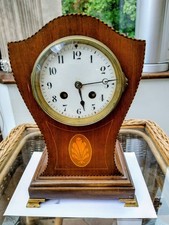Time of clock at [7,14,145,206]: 5:14
